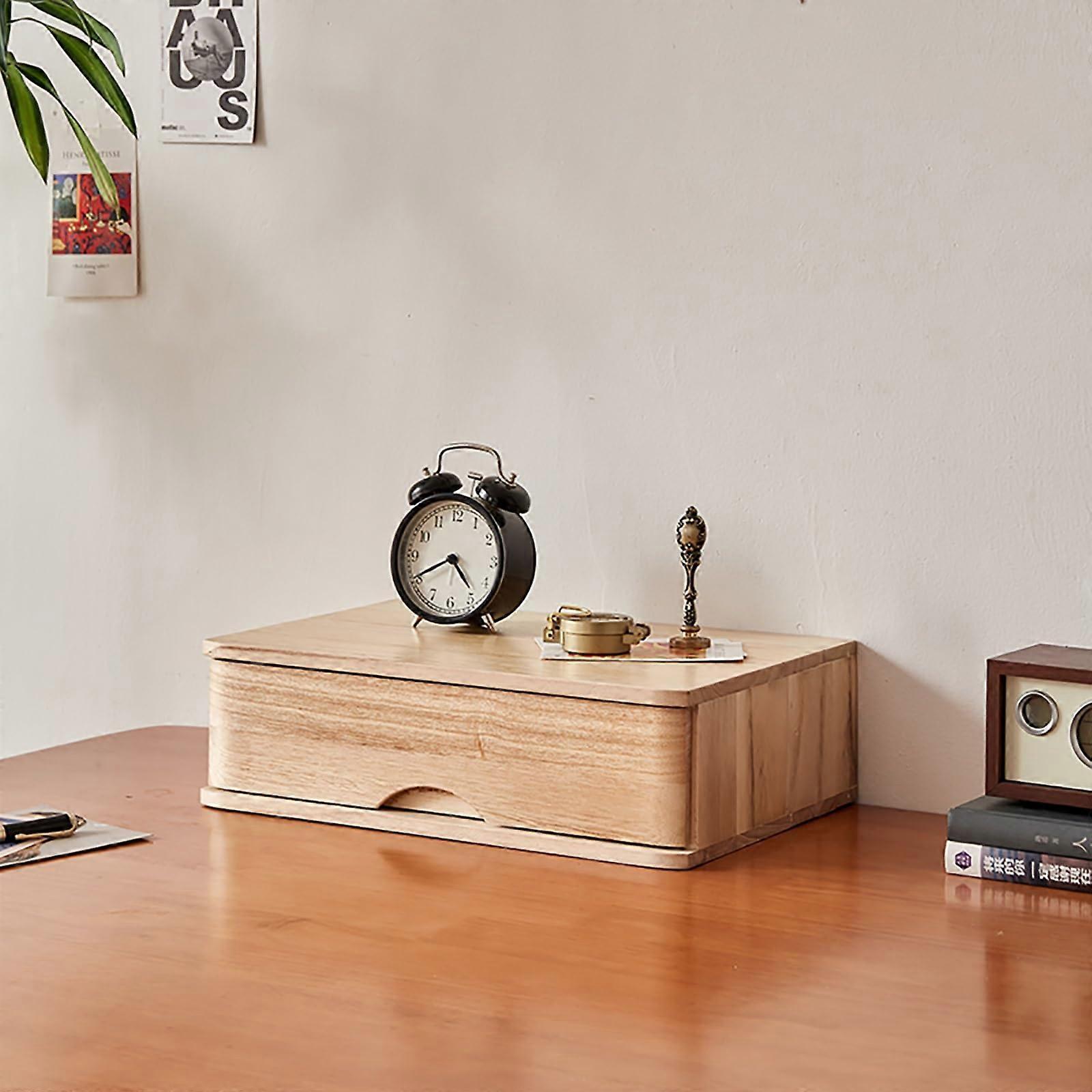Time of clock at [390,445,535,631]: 4:40
